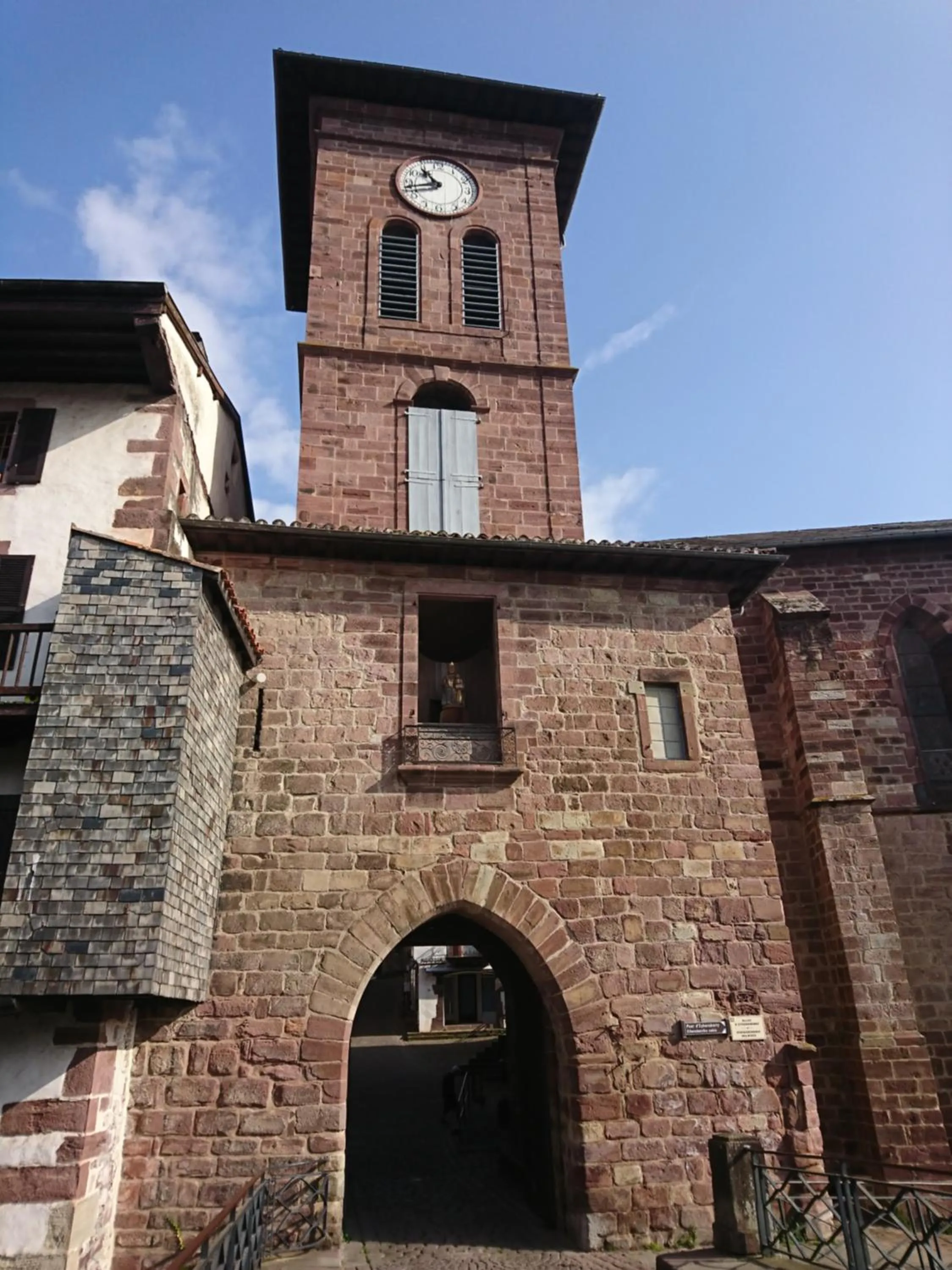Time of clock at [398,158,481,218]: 10:42
